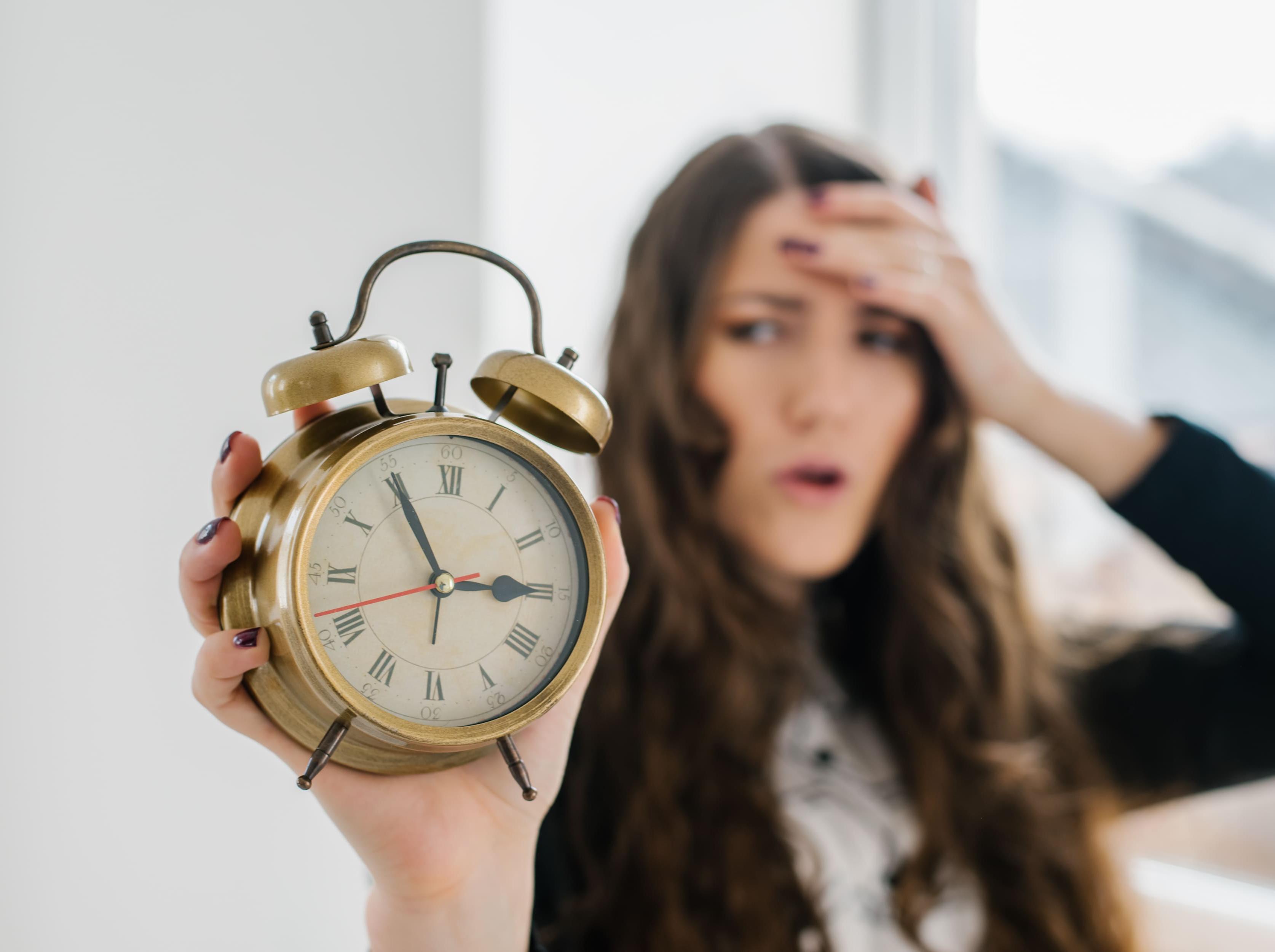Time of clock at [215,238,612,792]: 2:55
